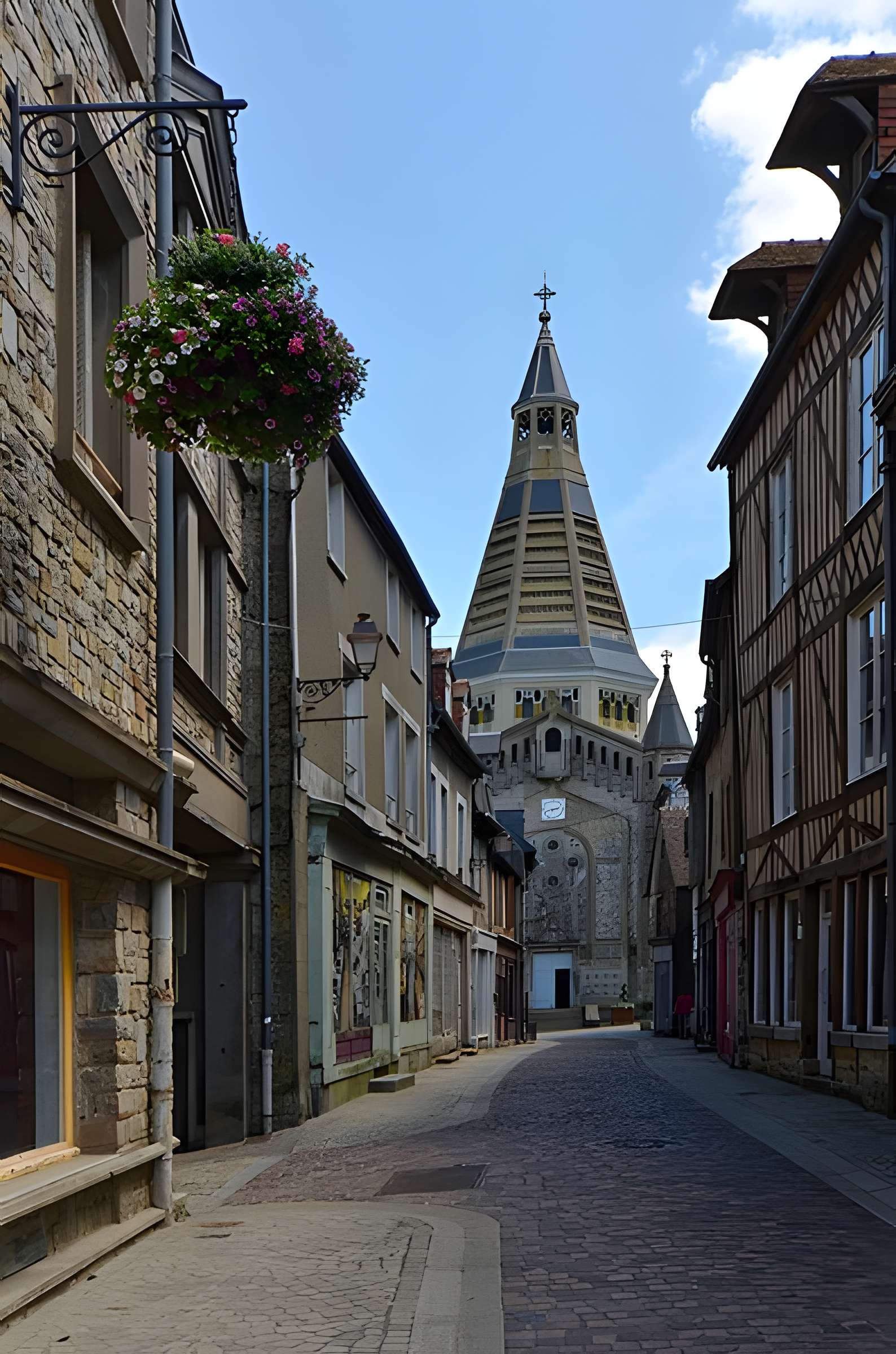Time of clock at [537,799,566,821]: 2:42
